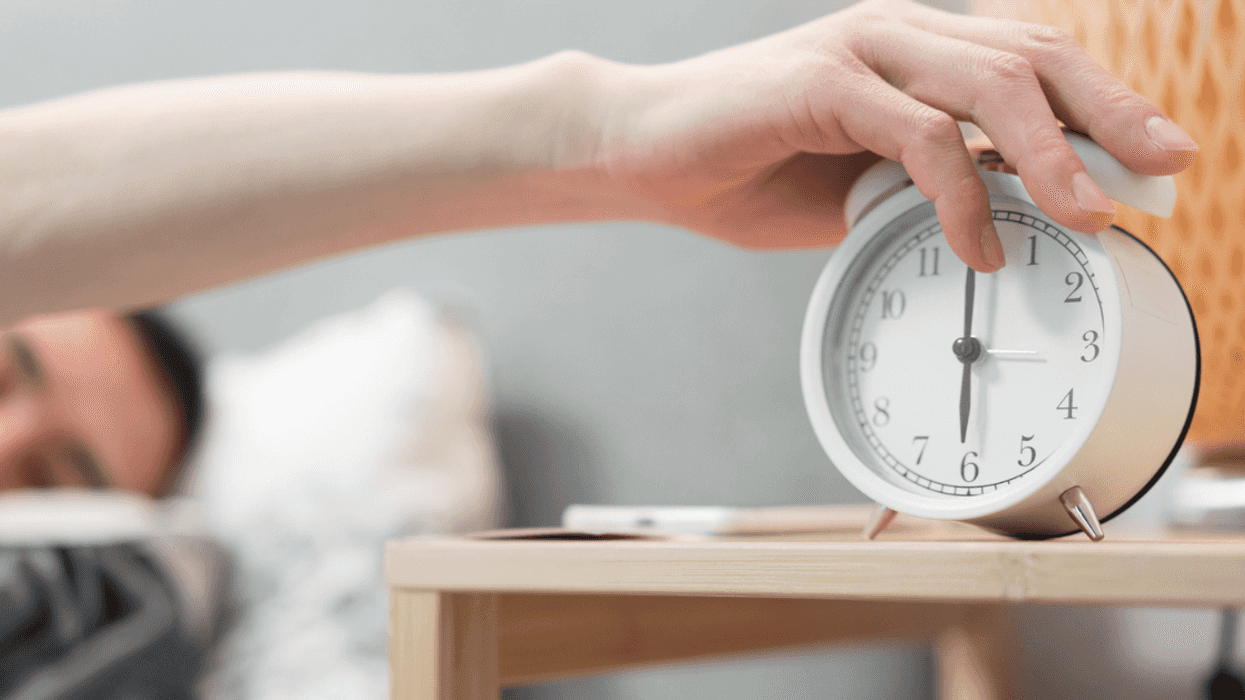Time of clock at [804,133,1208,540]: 6:00
